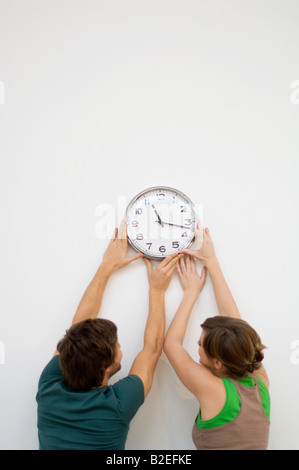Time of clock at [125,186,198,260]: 11:17
